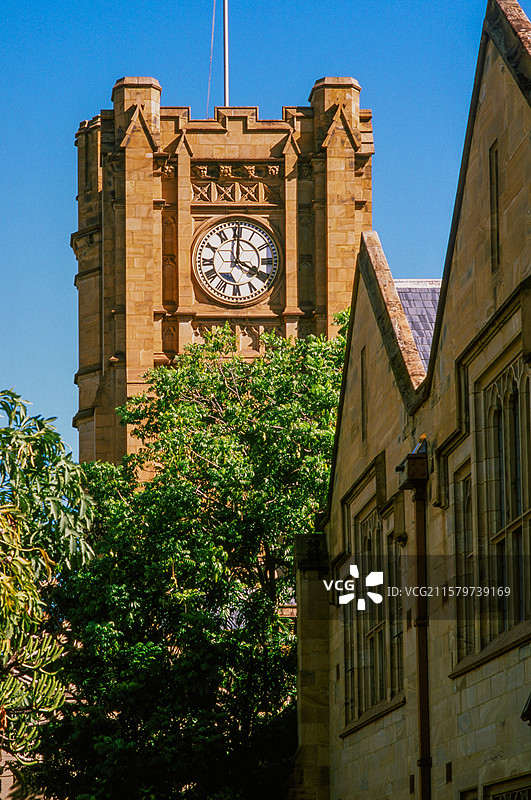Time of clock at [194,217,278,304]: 4:00
